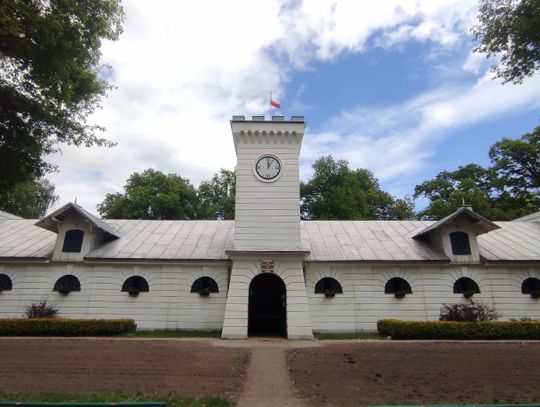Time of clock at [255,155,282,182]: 12:05
